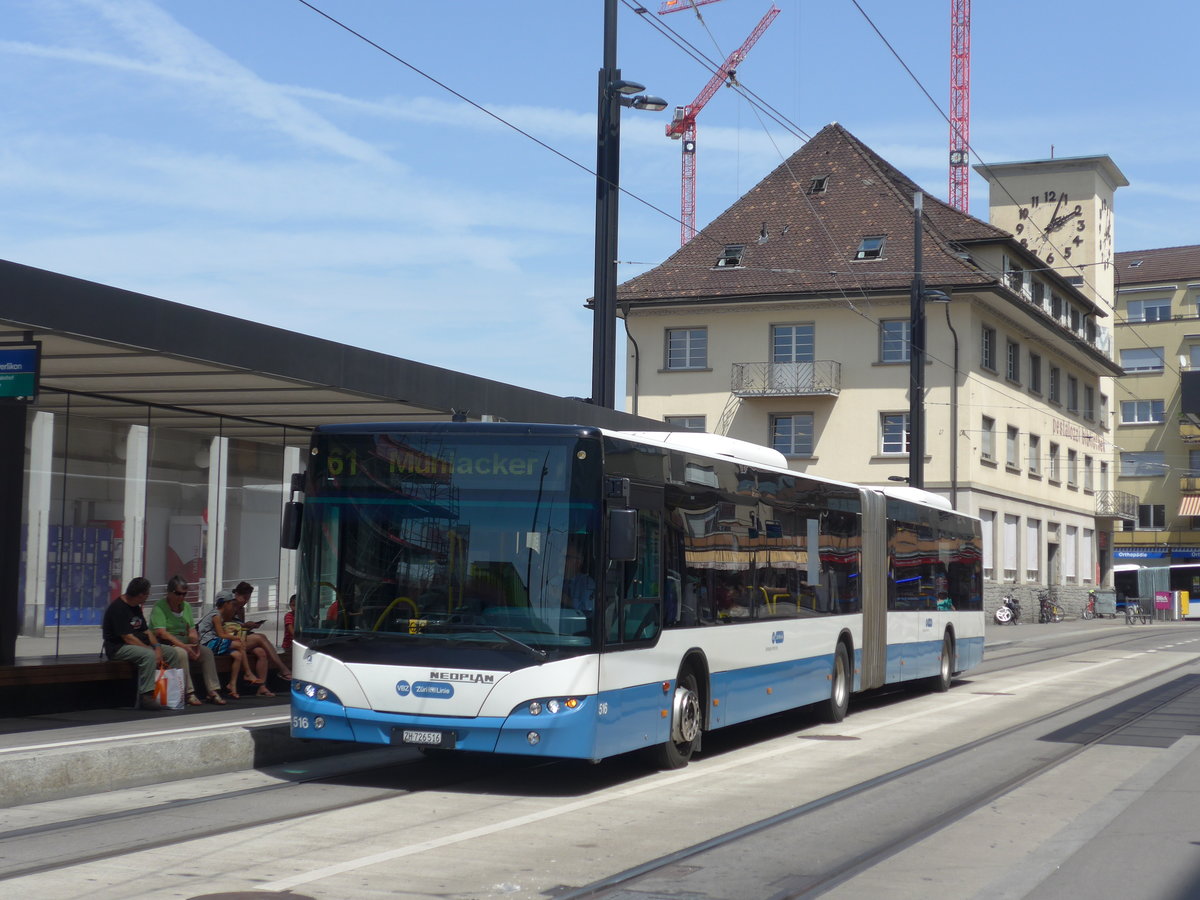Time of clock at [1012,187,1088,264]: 2:03
